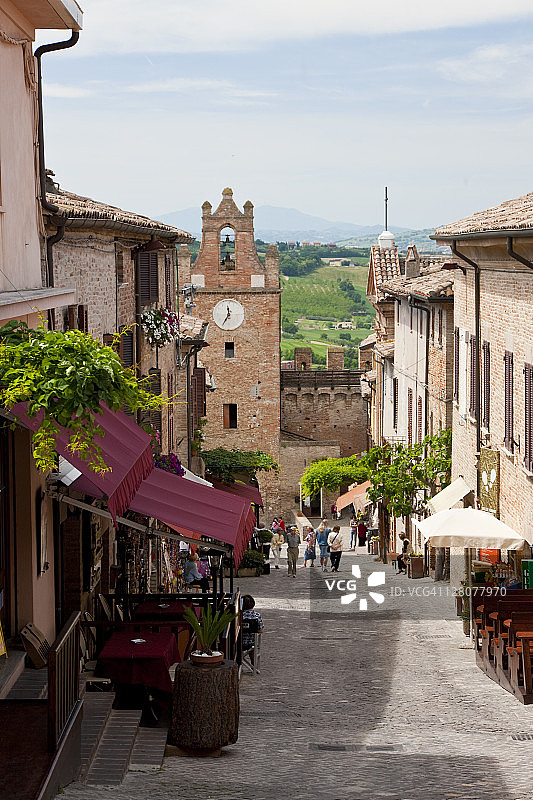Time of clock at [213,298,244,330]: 11:35
